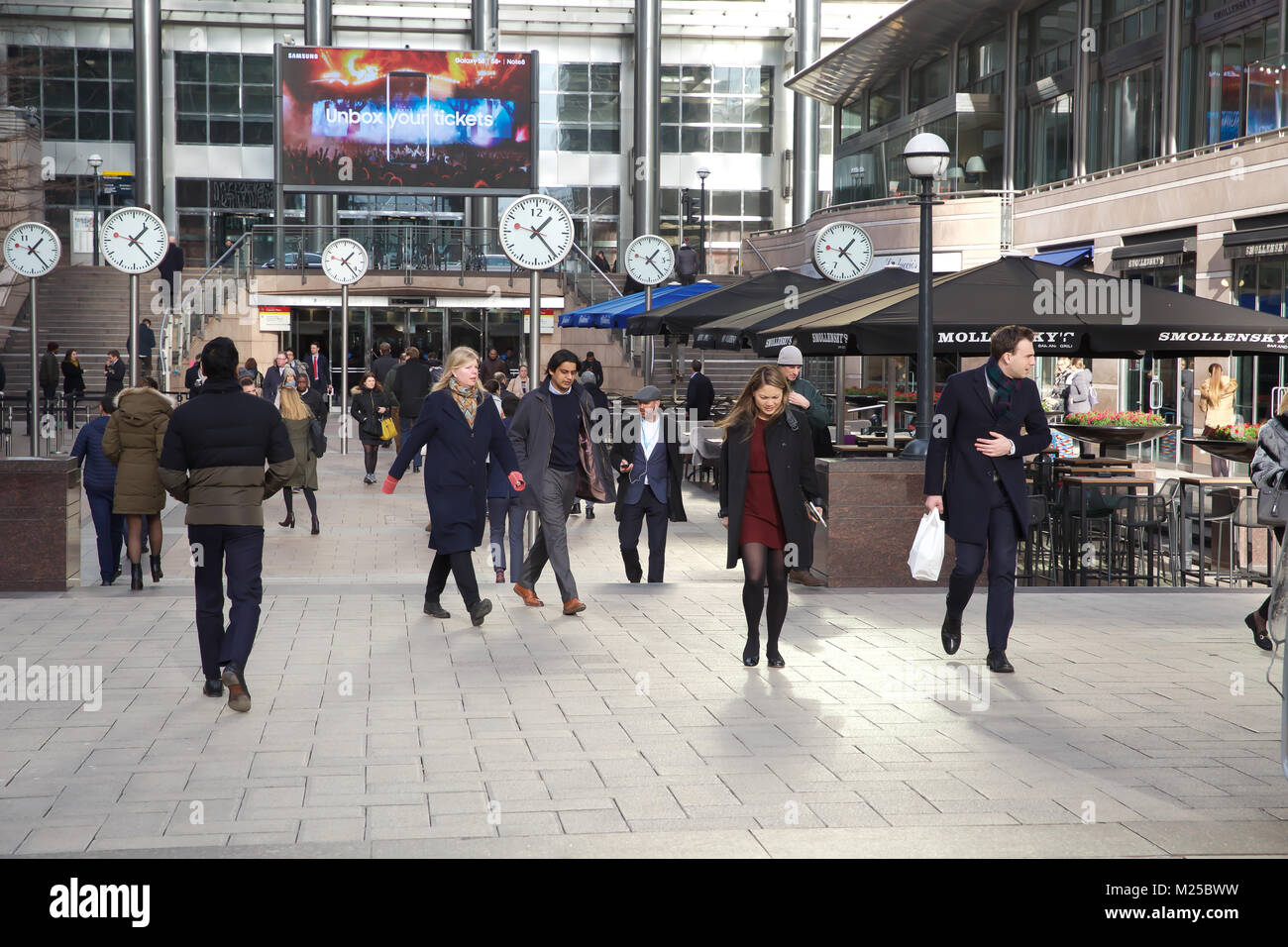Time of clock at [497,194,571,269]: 1:23
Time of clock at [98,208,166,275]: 1:23
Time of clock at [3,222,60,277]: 1:23
